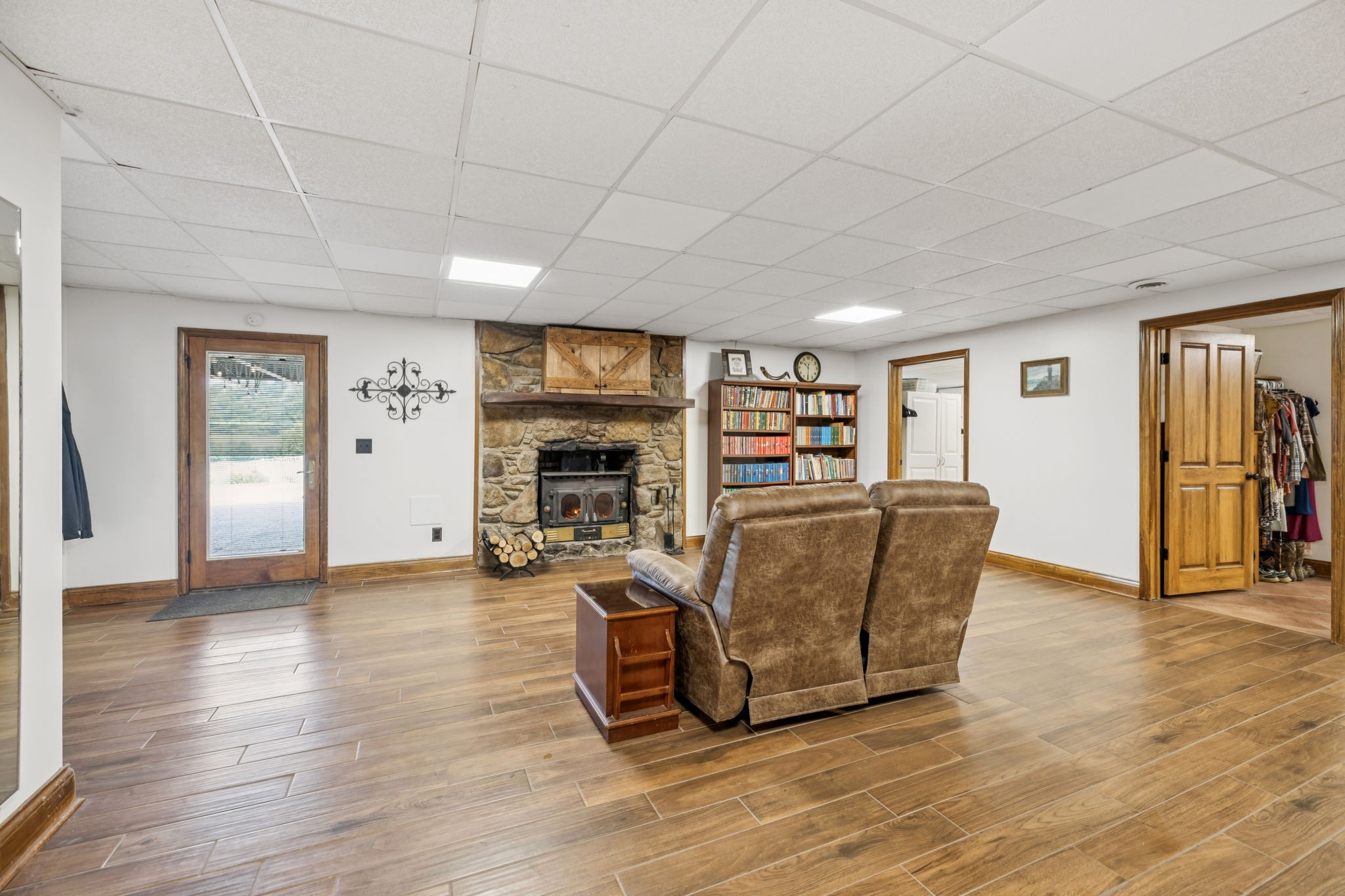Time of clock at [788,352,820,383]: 10:30
